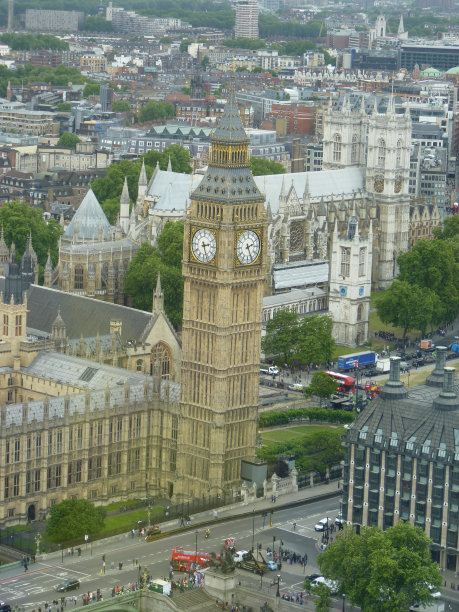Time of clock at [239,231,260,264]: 2:25
